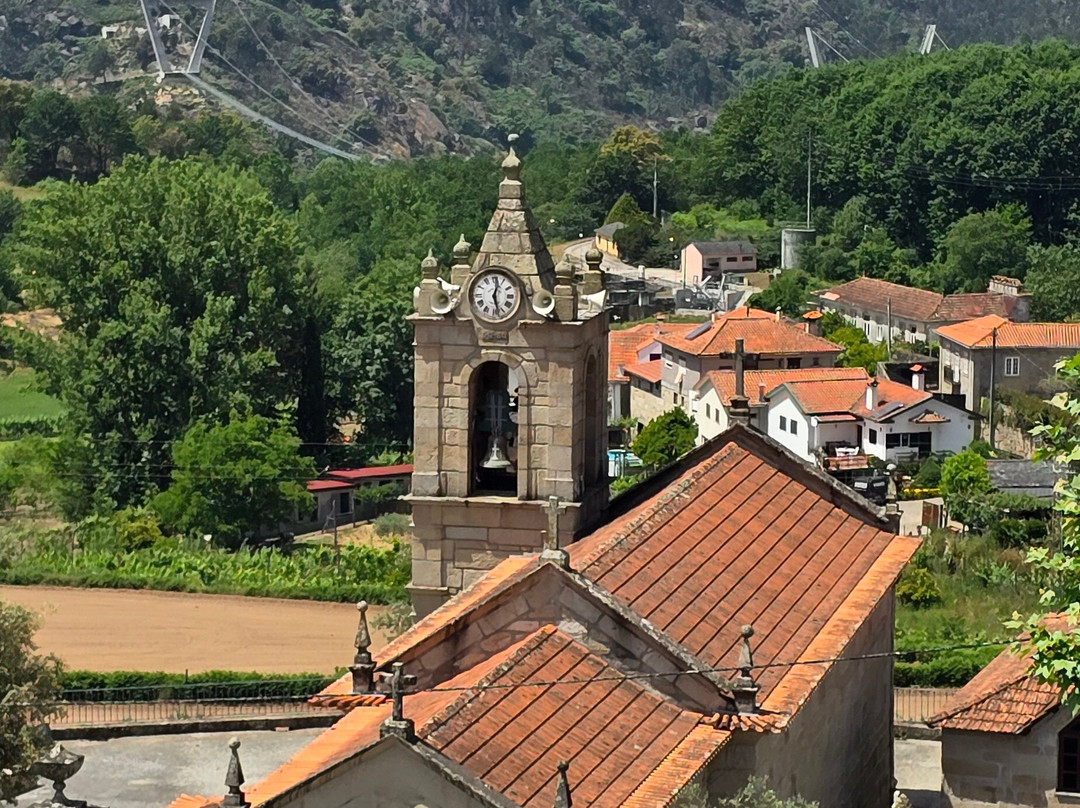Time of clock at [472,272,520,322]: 12:27
